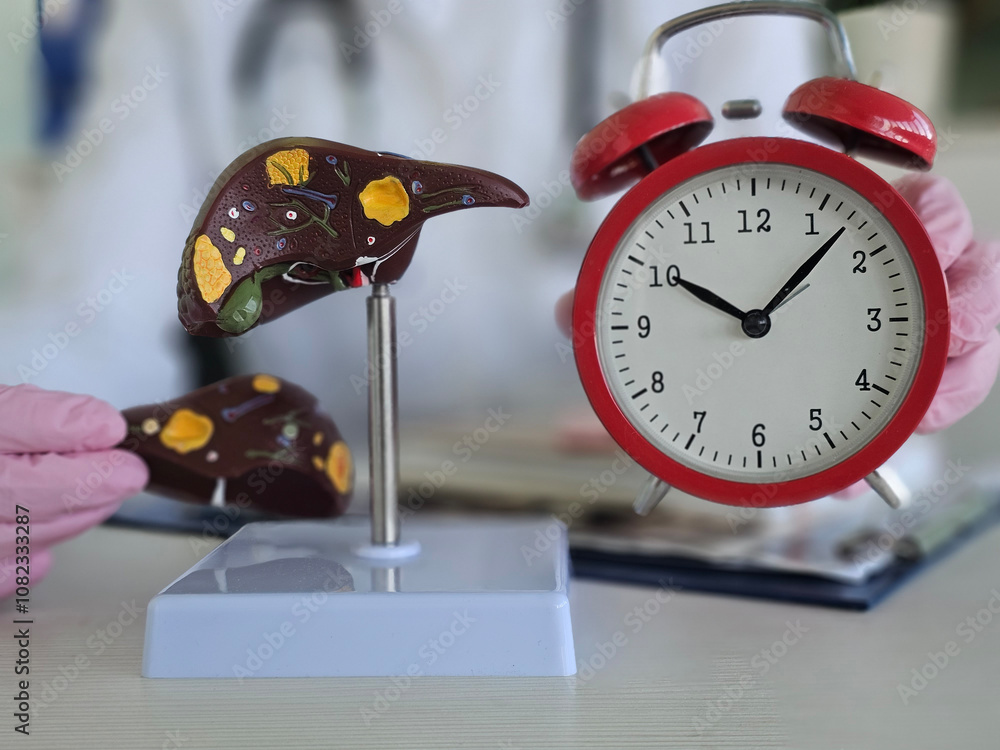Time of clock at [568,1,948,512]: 10:07
